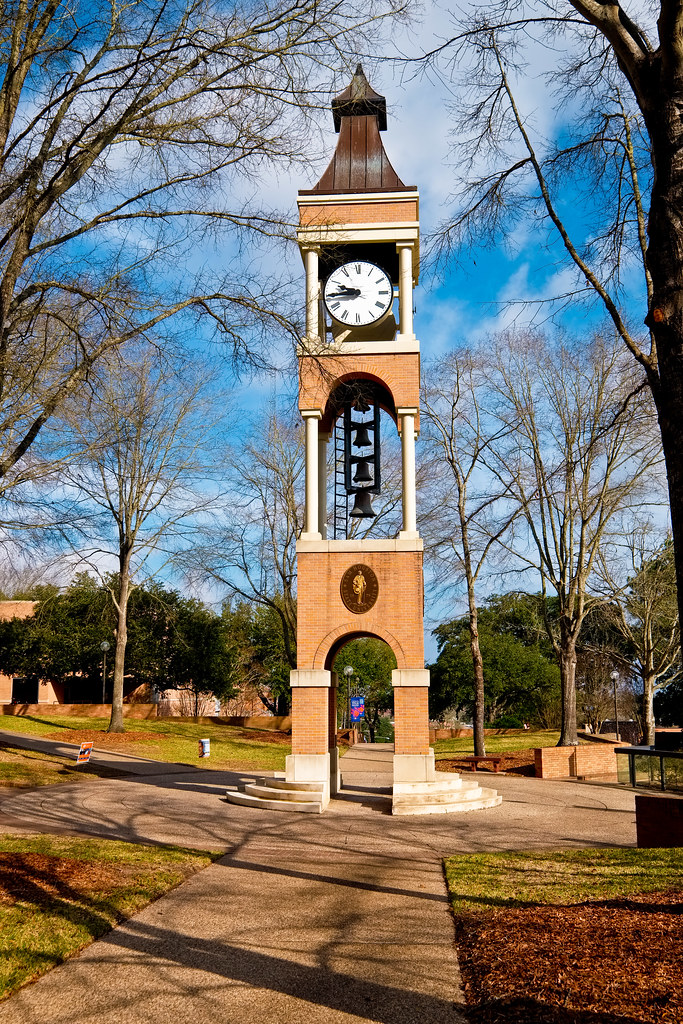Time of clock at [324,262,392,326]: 9:44
